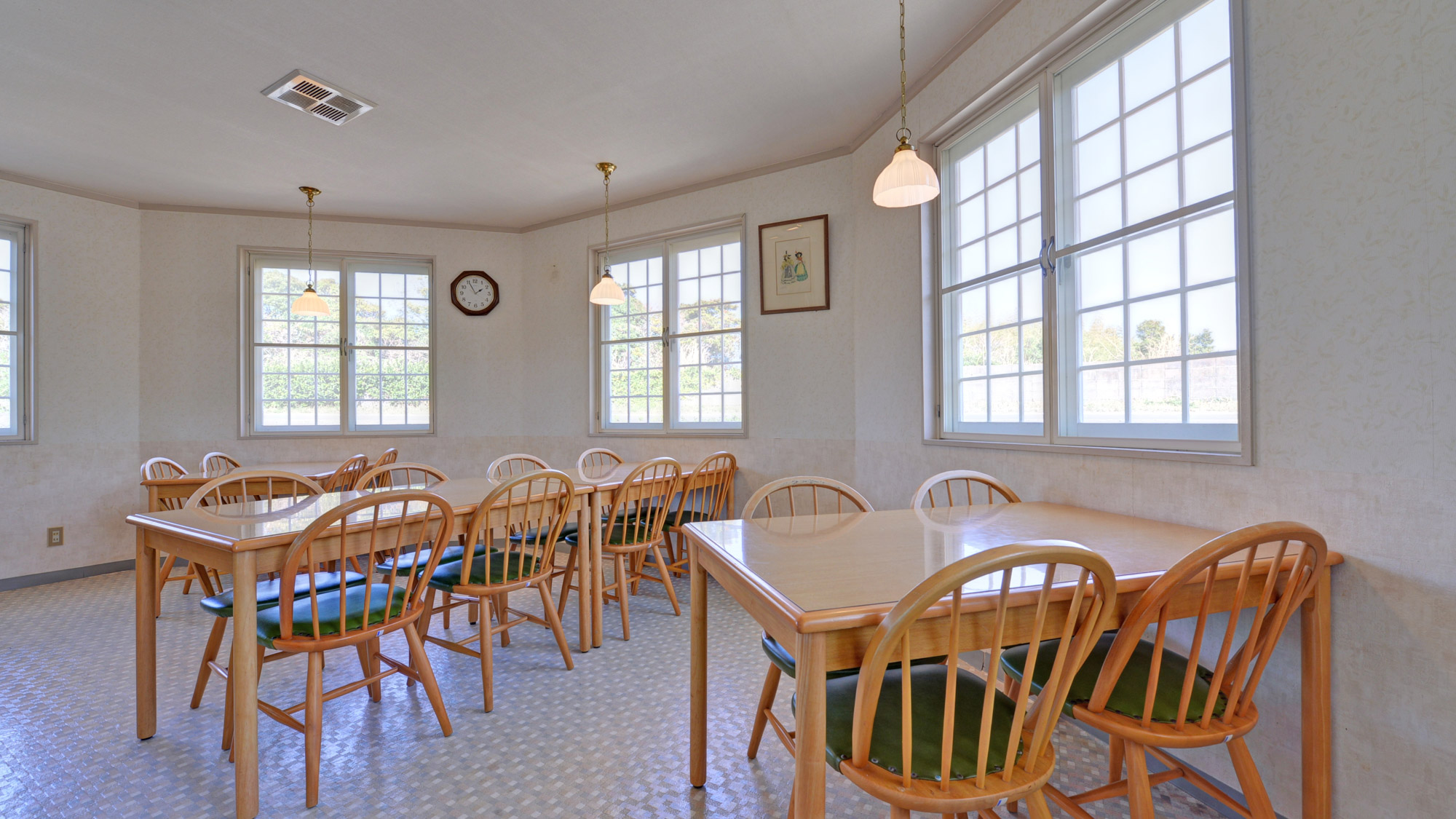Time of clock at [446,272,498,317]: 1:55
